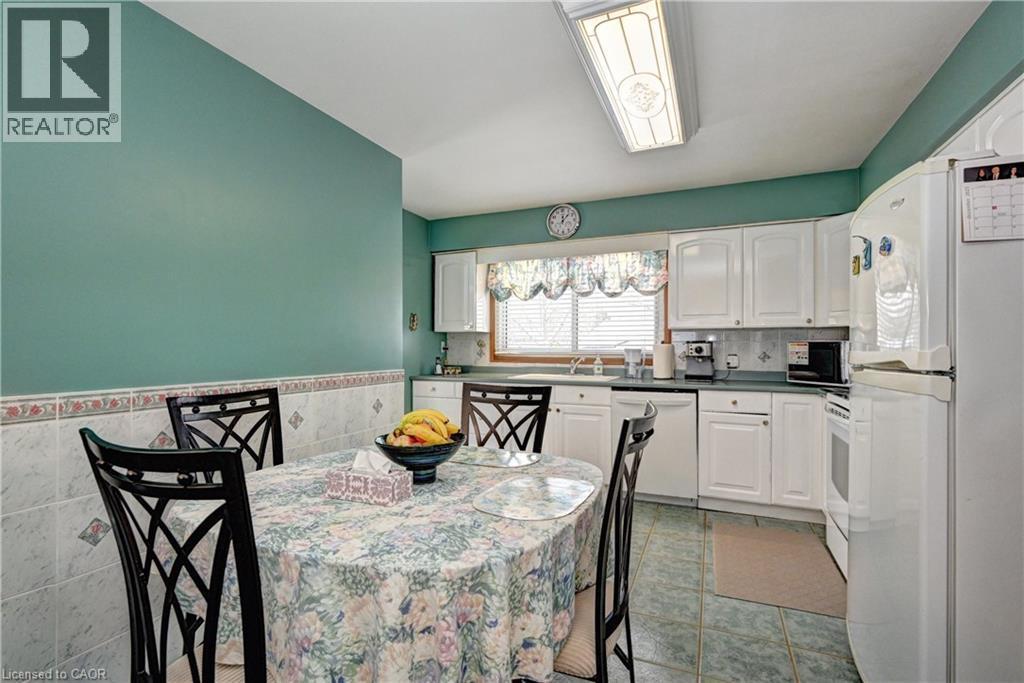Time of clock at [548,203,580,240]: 12:07
